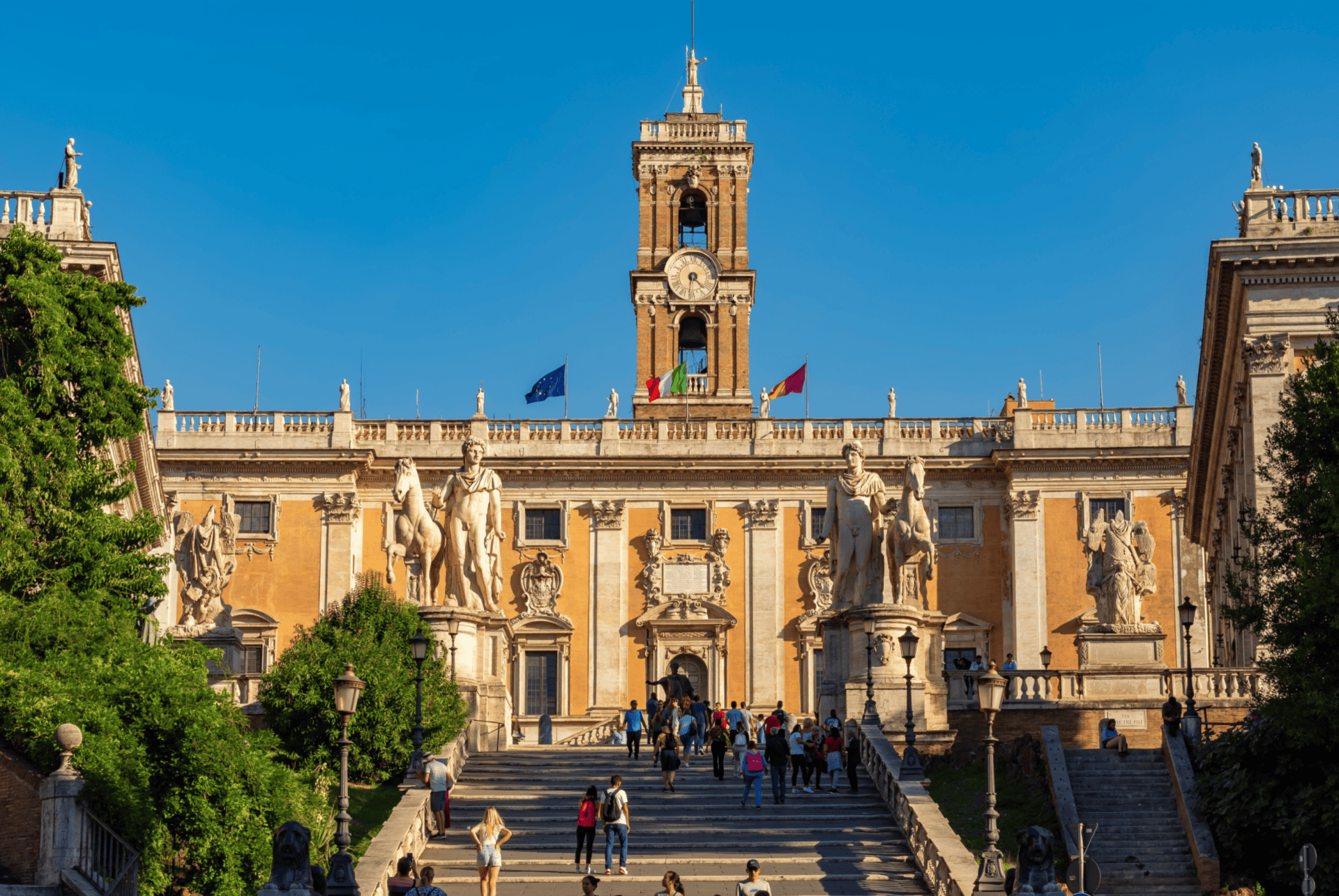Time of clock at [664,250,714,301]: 4:31
